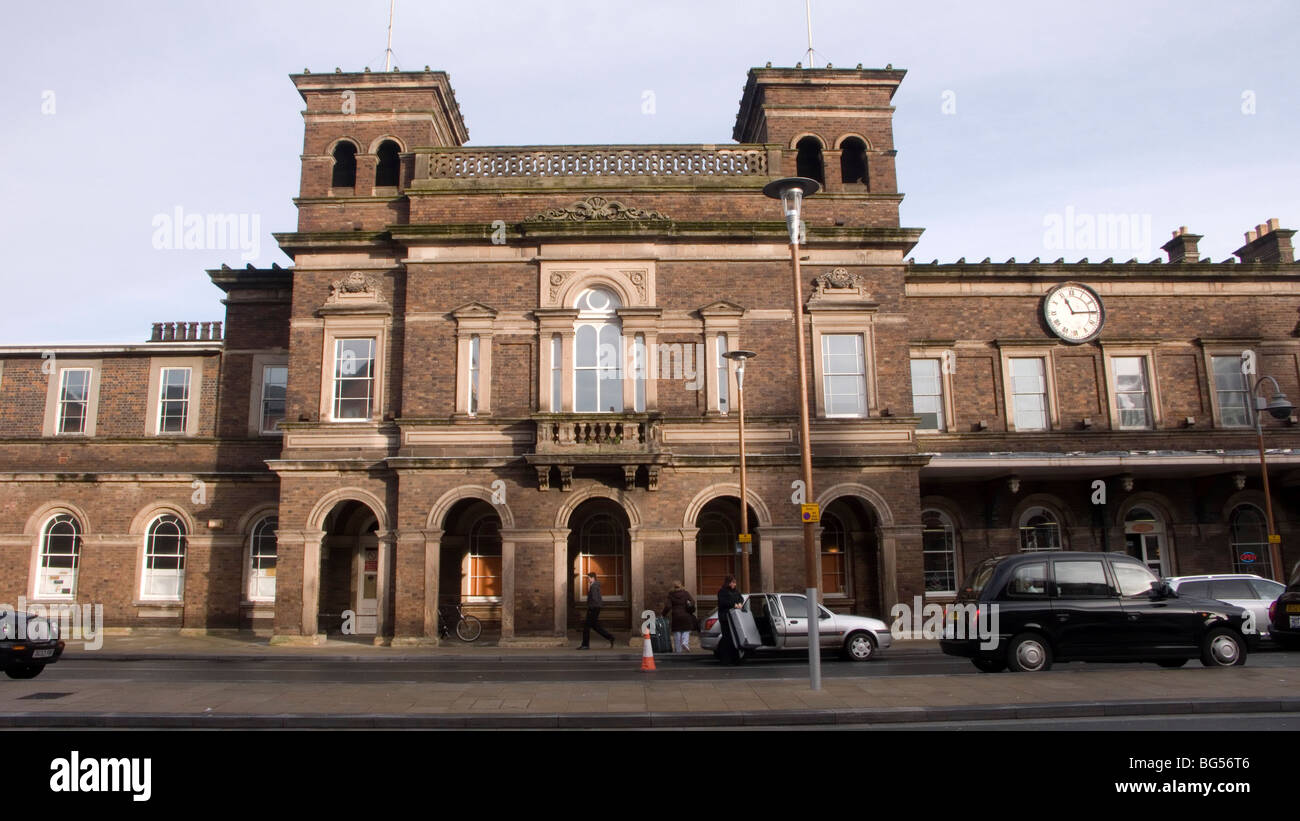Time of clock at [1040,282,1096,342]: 11:14
